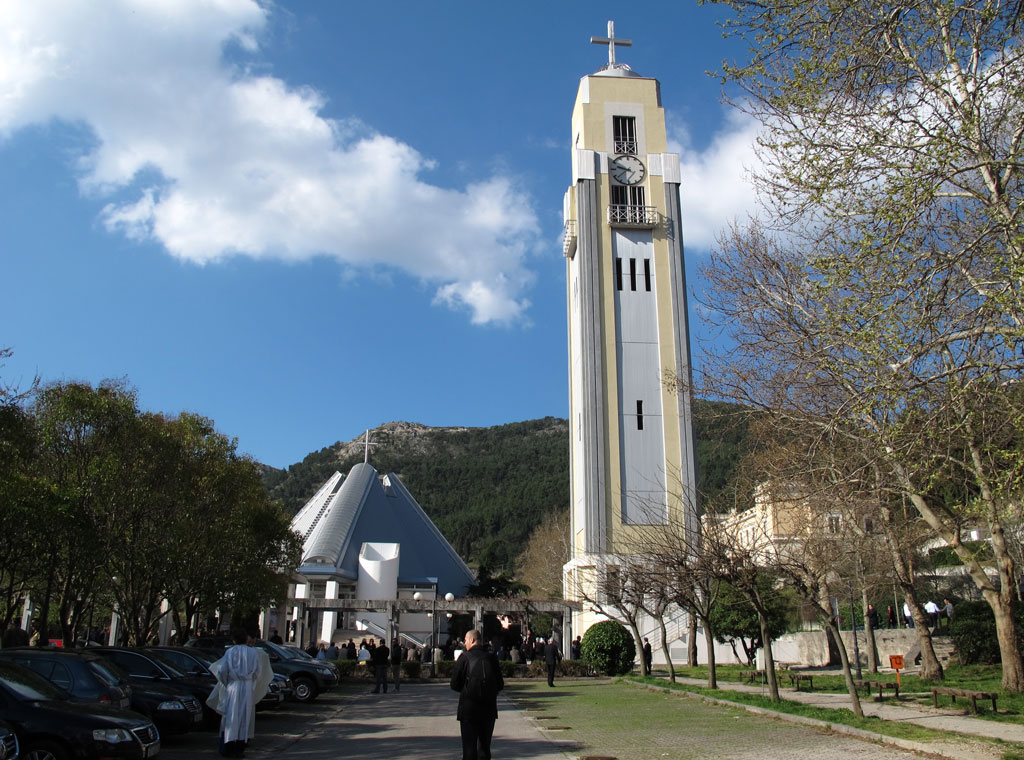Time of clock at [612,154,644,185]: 9:38
